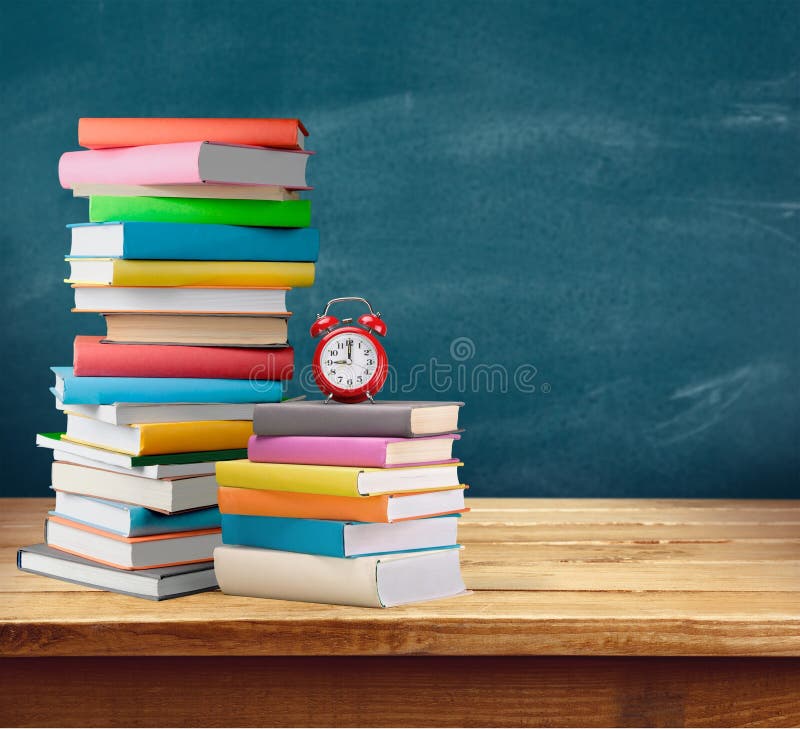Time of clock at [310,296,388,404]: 9:00
